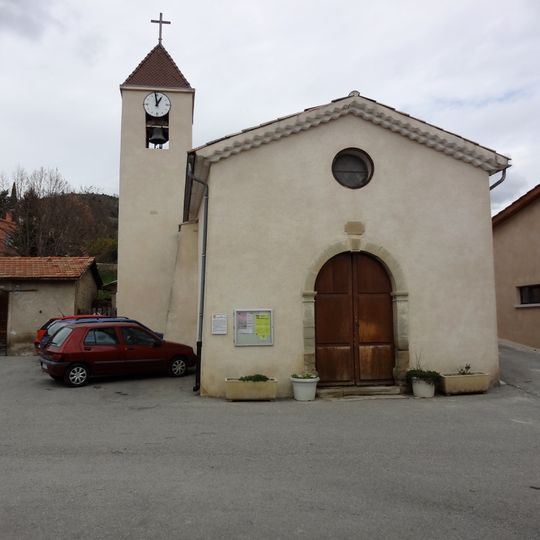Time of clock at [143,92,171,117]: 12:58
